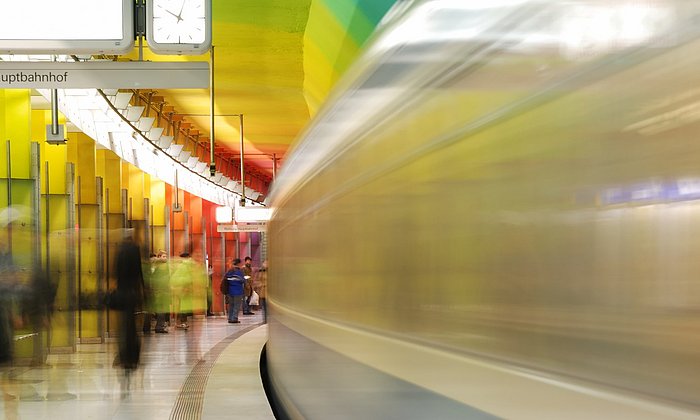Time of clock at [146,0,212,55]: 10:02
